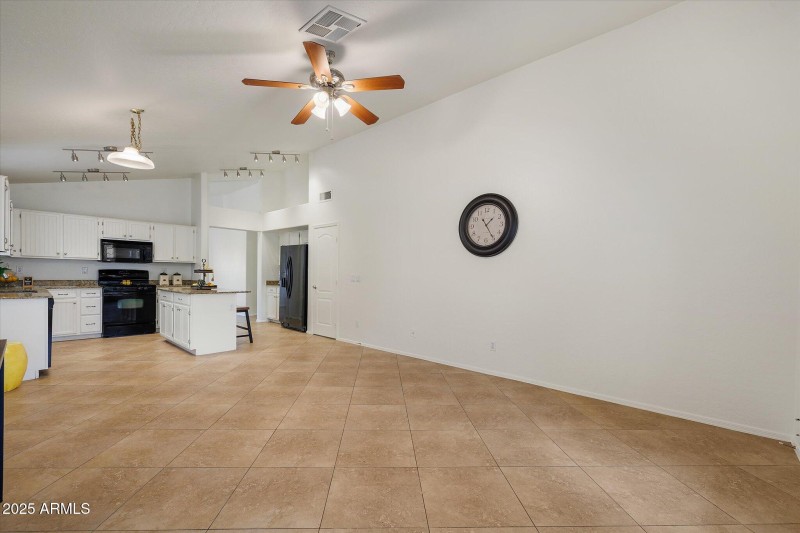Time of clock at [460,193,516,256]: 1:24
